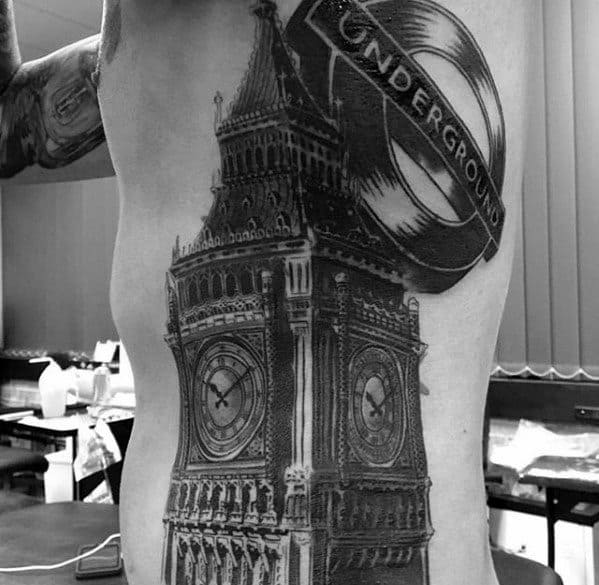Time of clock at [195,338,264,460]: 10:10
